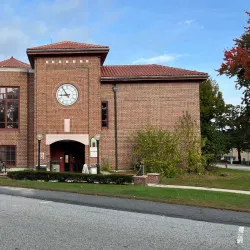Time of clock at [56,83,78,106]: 8:54
